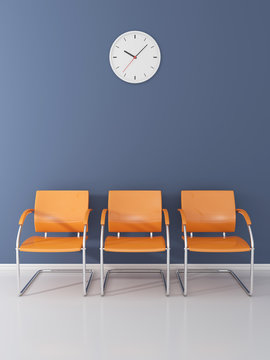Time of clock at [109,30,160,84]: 10:07
